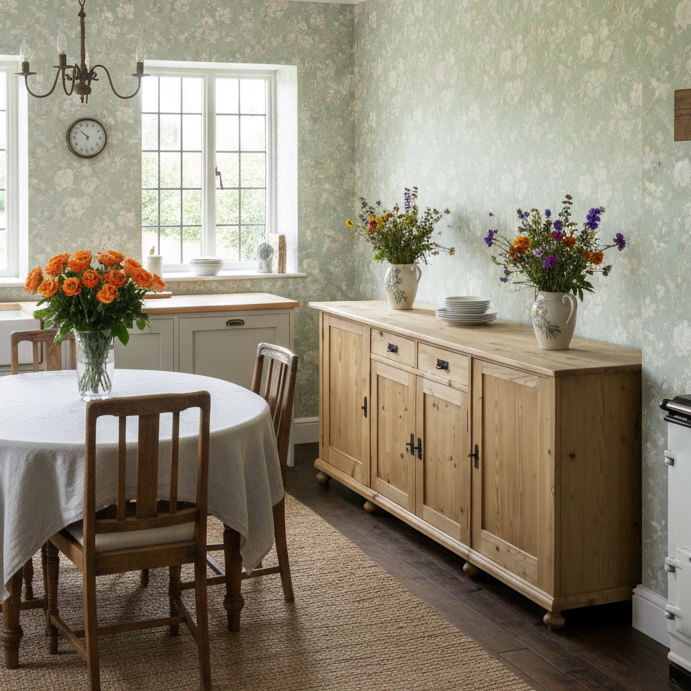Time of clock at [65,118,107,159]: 10:31
